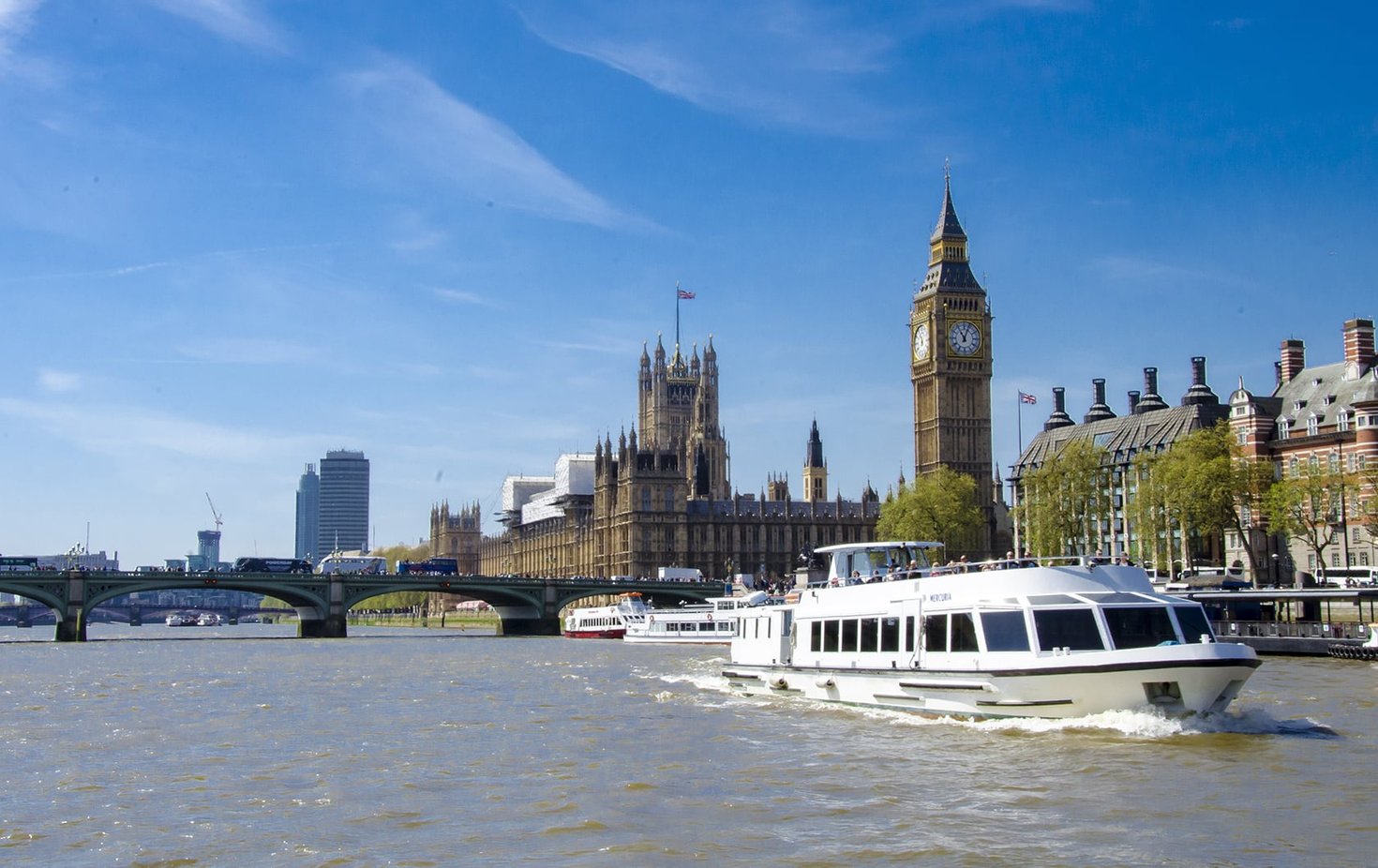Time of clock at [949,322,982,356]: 11:03
